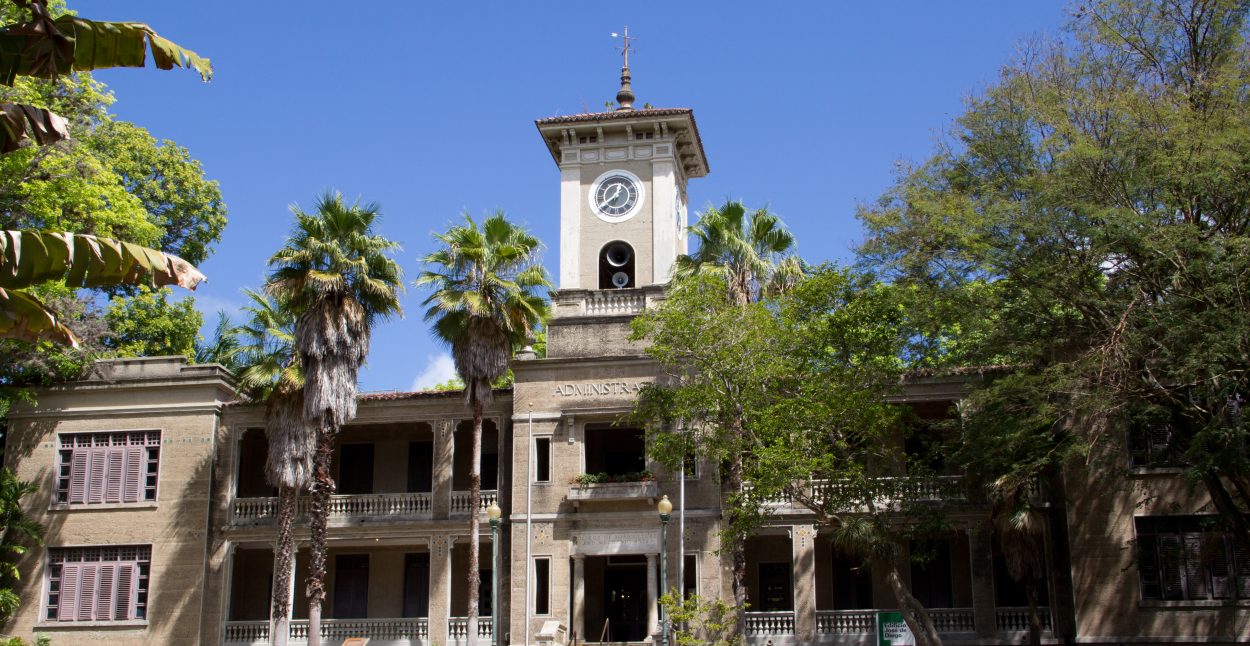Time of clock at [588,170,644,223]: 12:38
